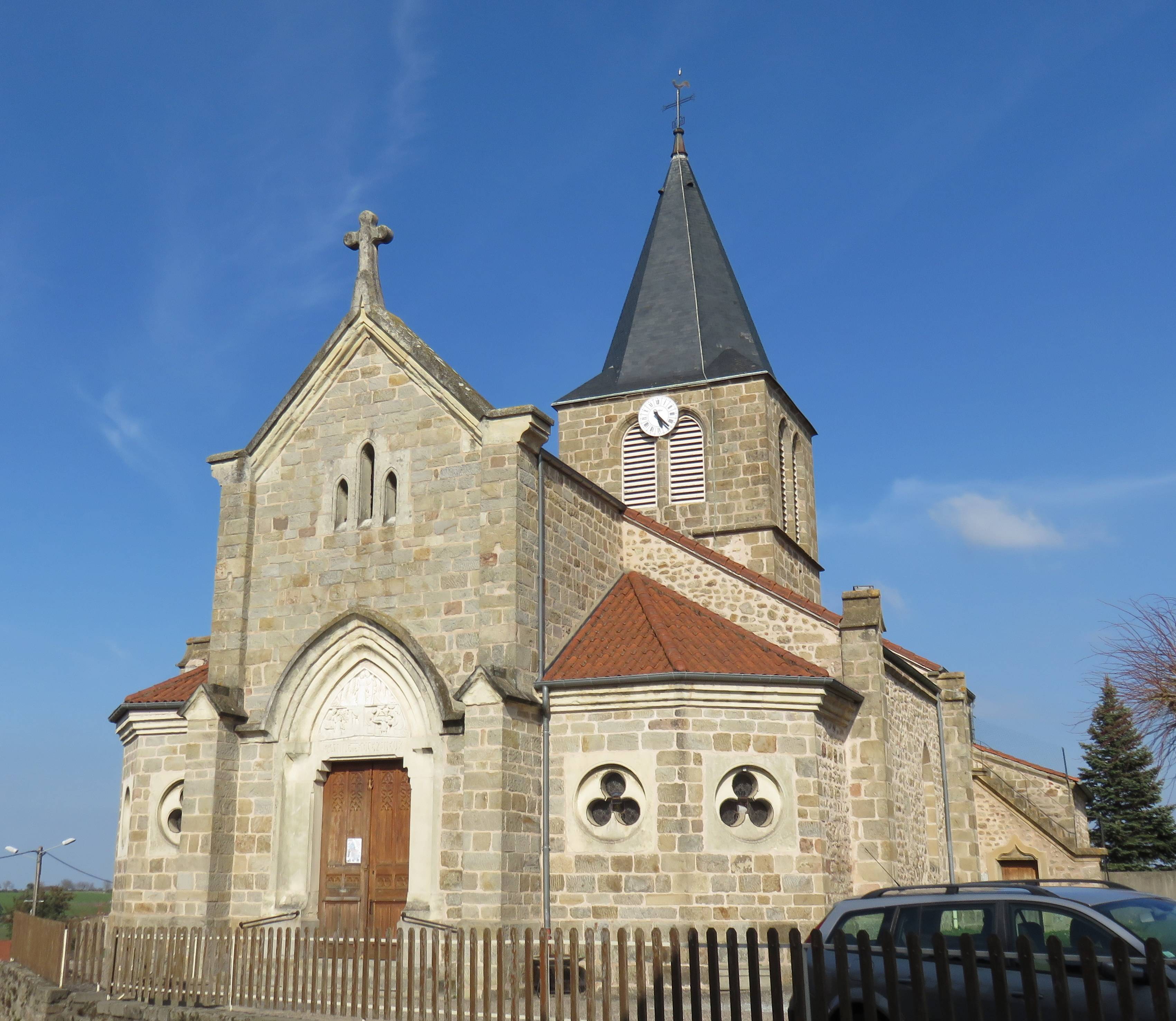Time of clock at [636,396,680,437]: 5:23
